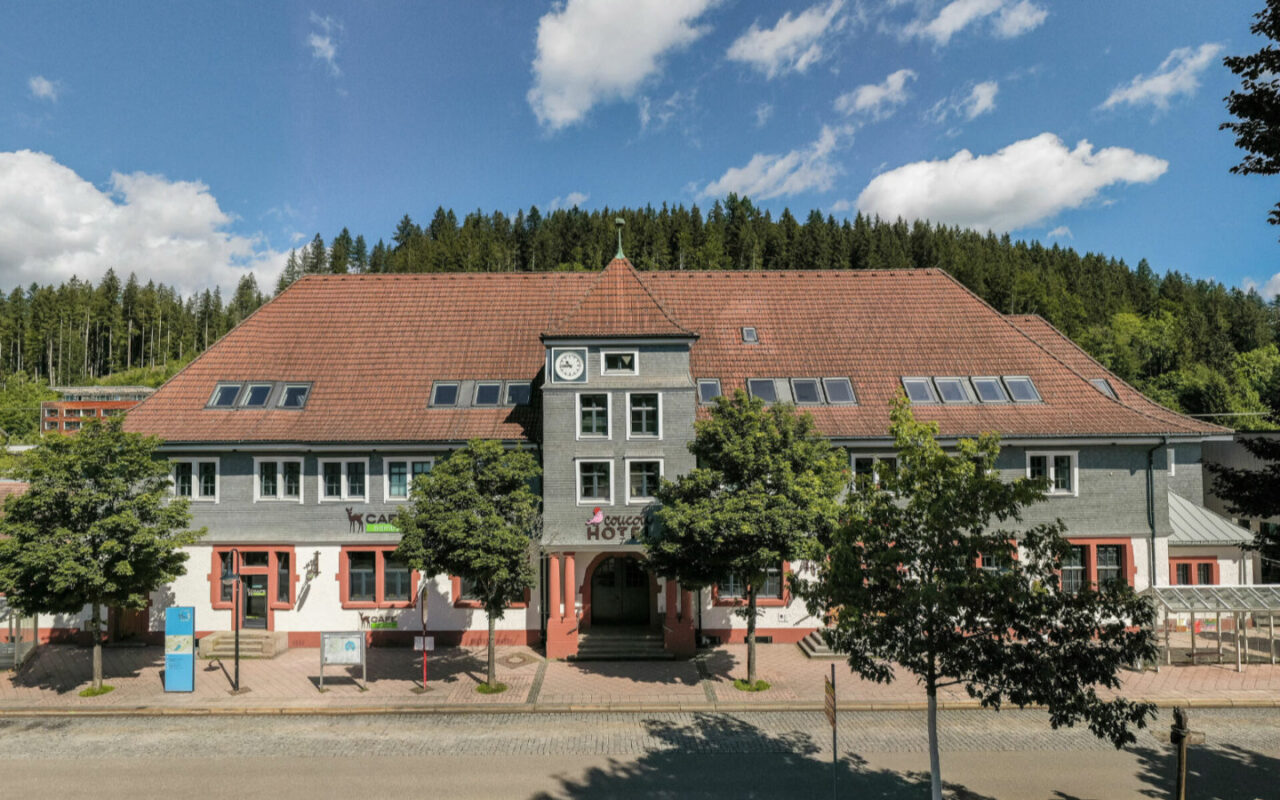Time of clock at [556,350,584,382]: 10:43
